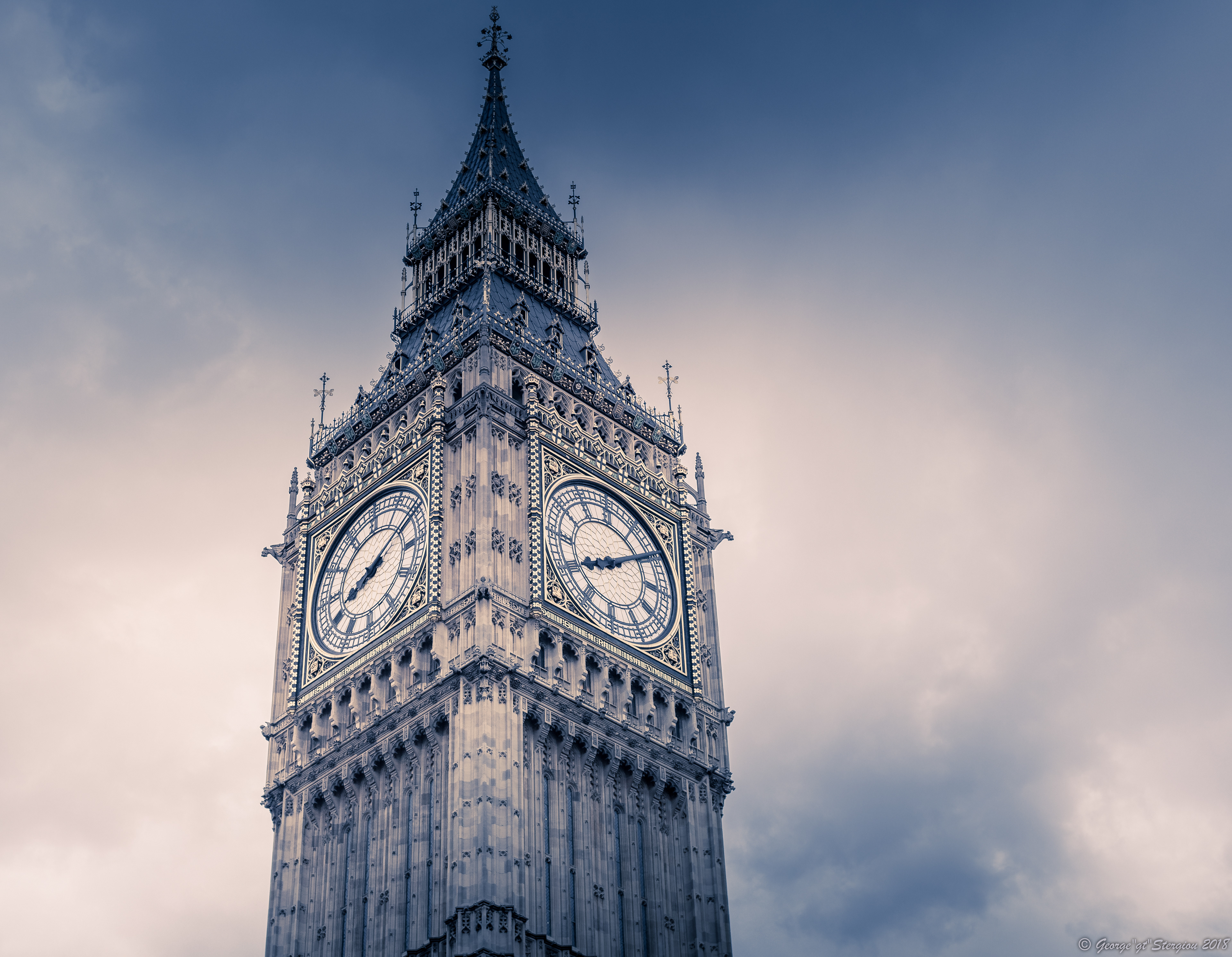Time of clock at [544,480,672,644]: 8:09
